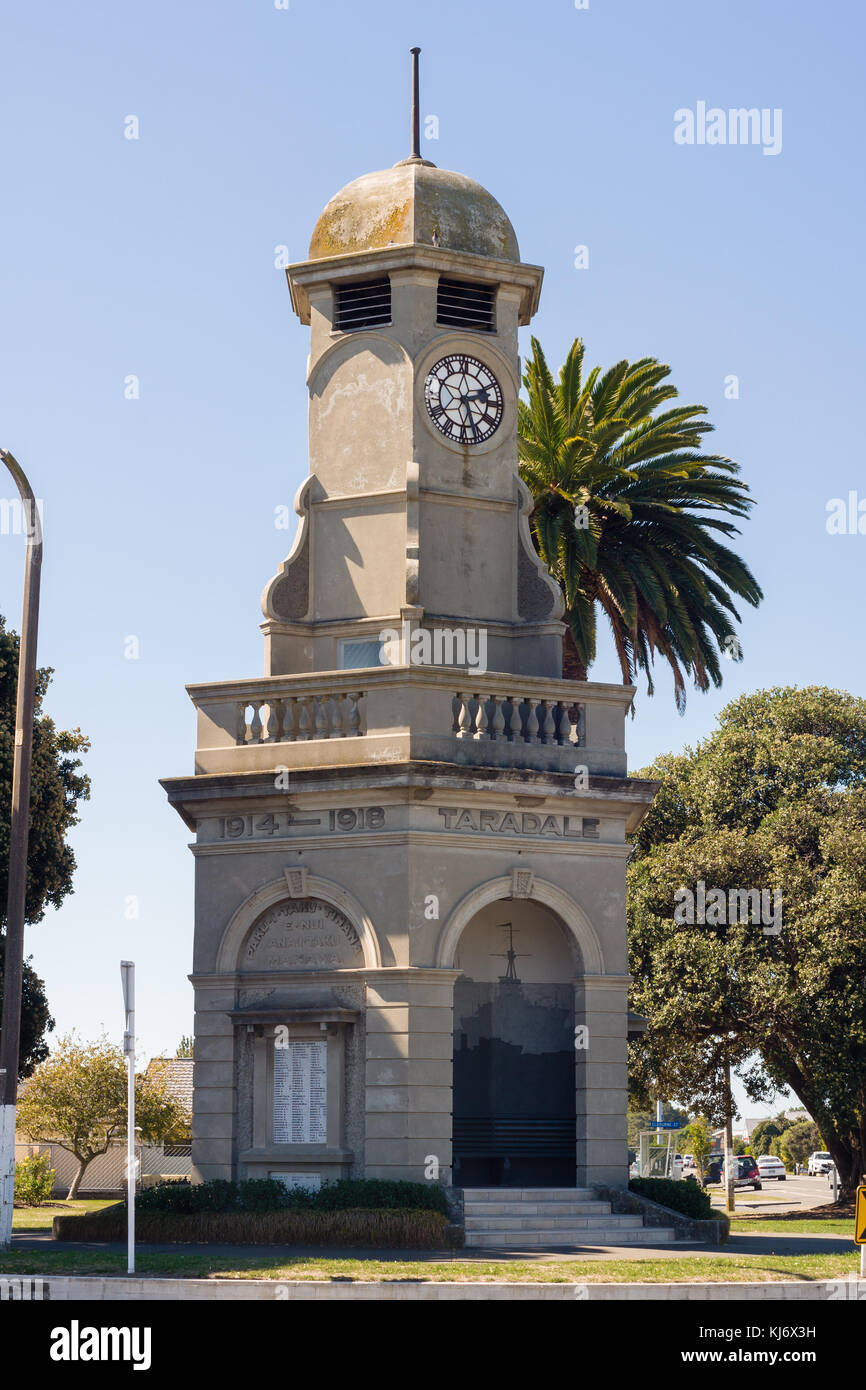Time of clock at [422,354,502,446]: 2:26
